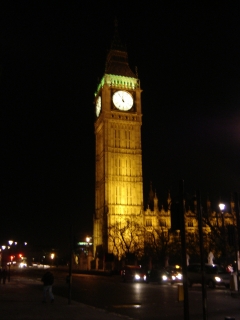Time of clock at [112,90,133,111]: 11:54
